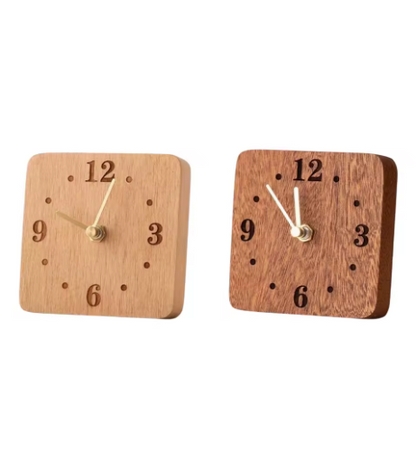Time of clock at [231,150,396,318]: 11:52
